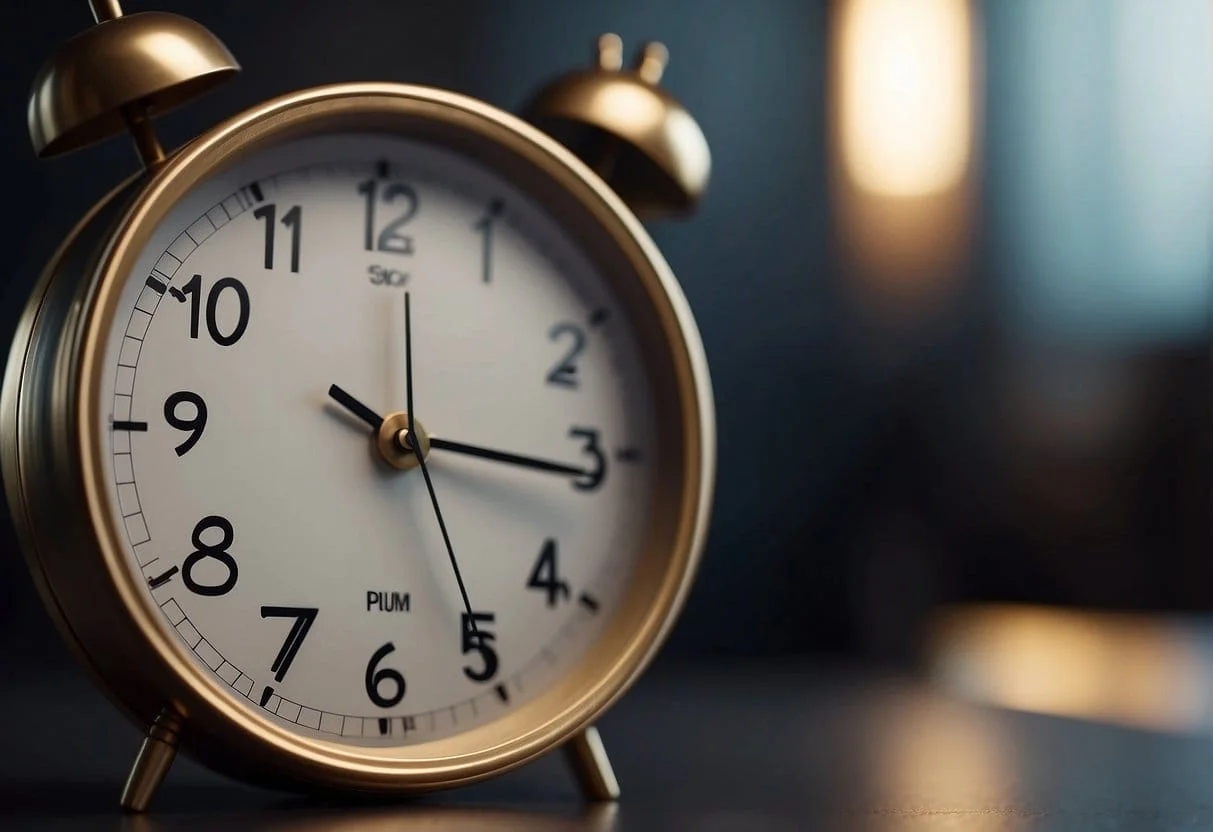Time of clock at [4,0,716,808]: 12:15
